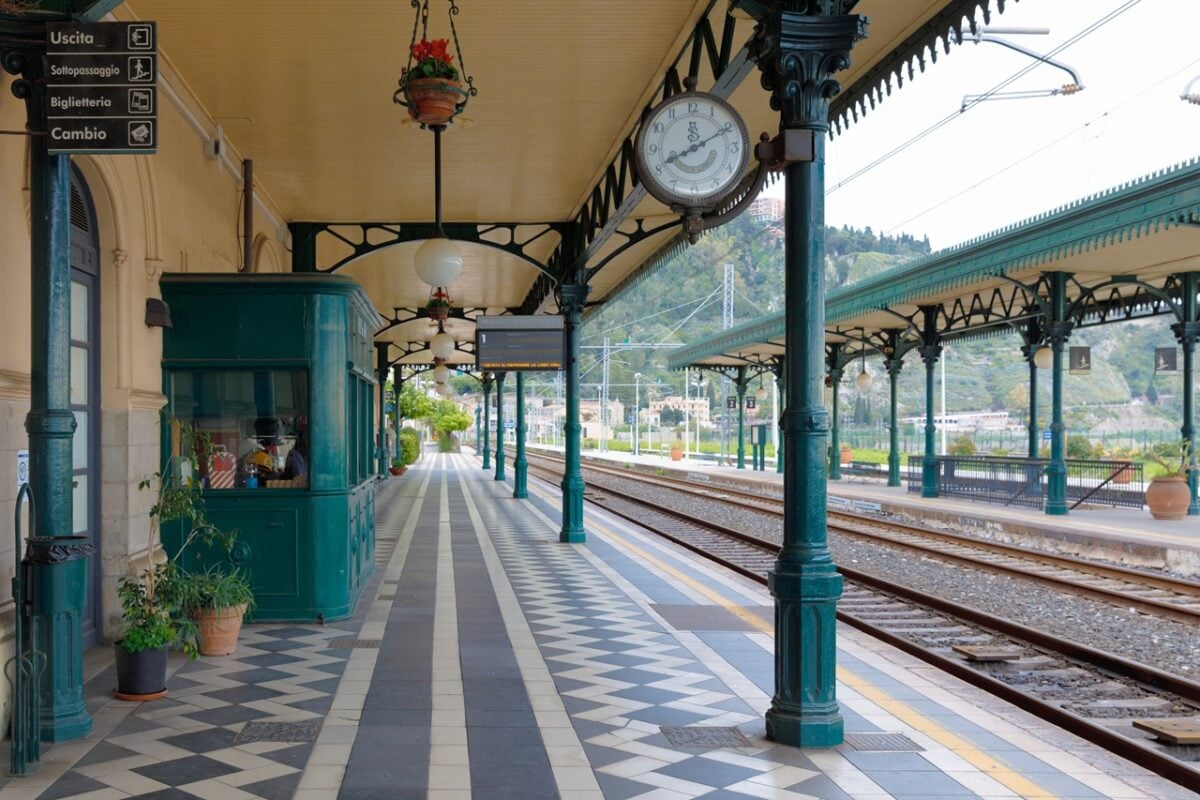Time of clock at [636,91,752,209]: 8:10
